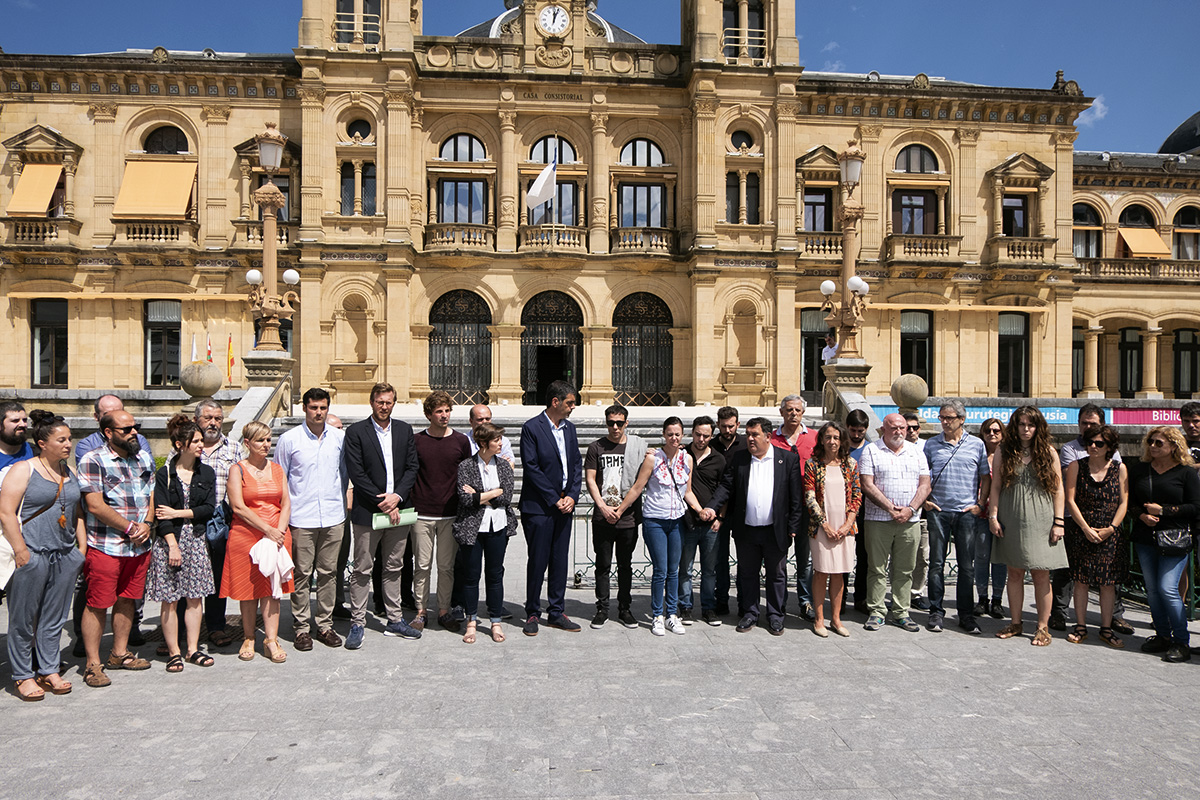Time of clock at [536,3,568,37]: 12:03
